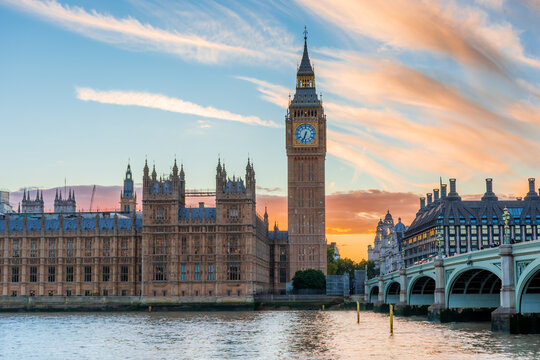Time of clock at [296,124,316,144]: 6:33
